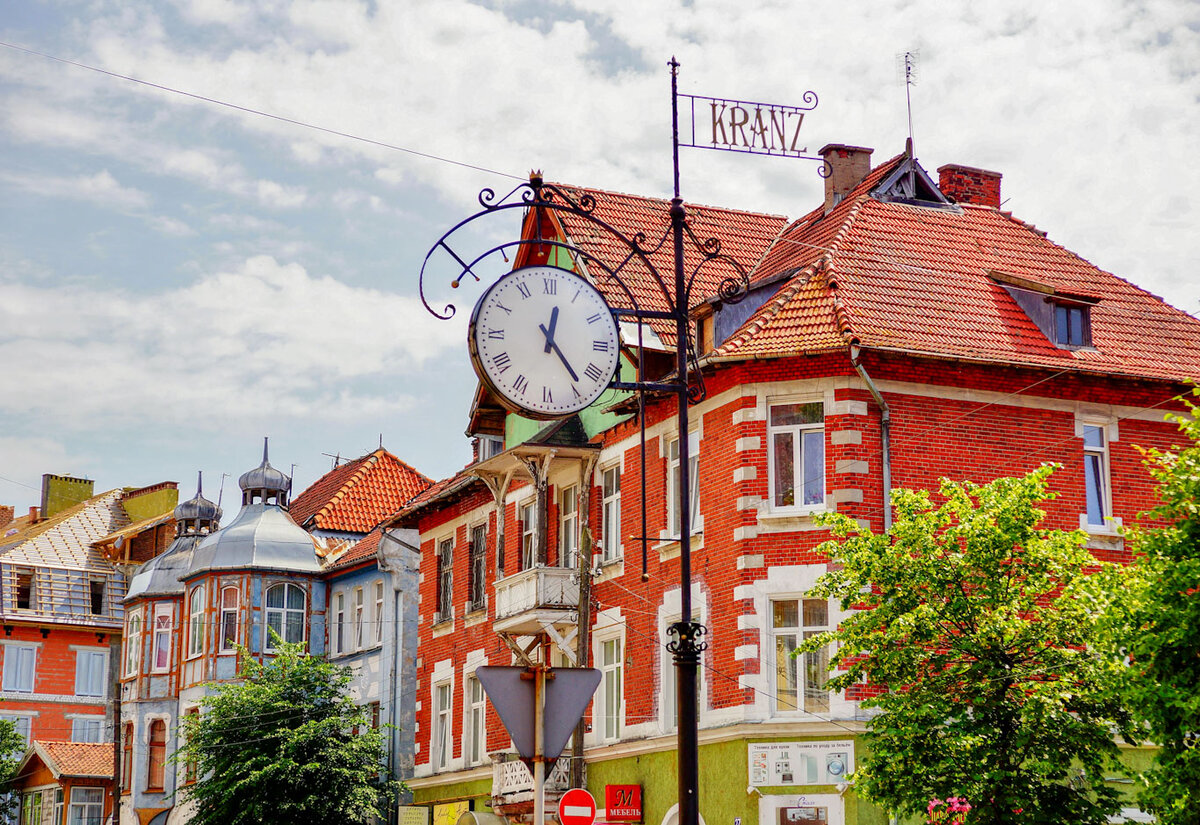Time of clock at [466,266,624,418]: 12:23
